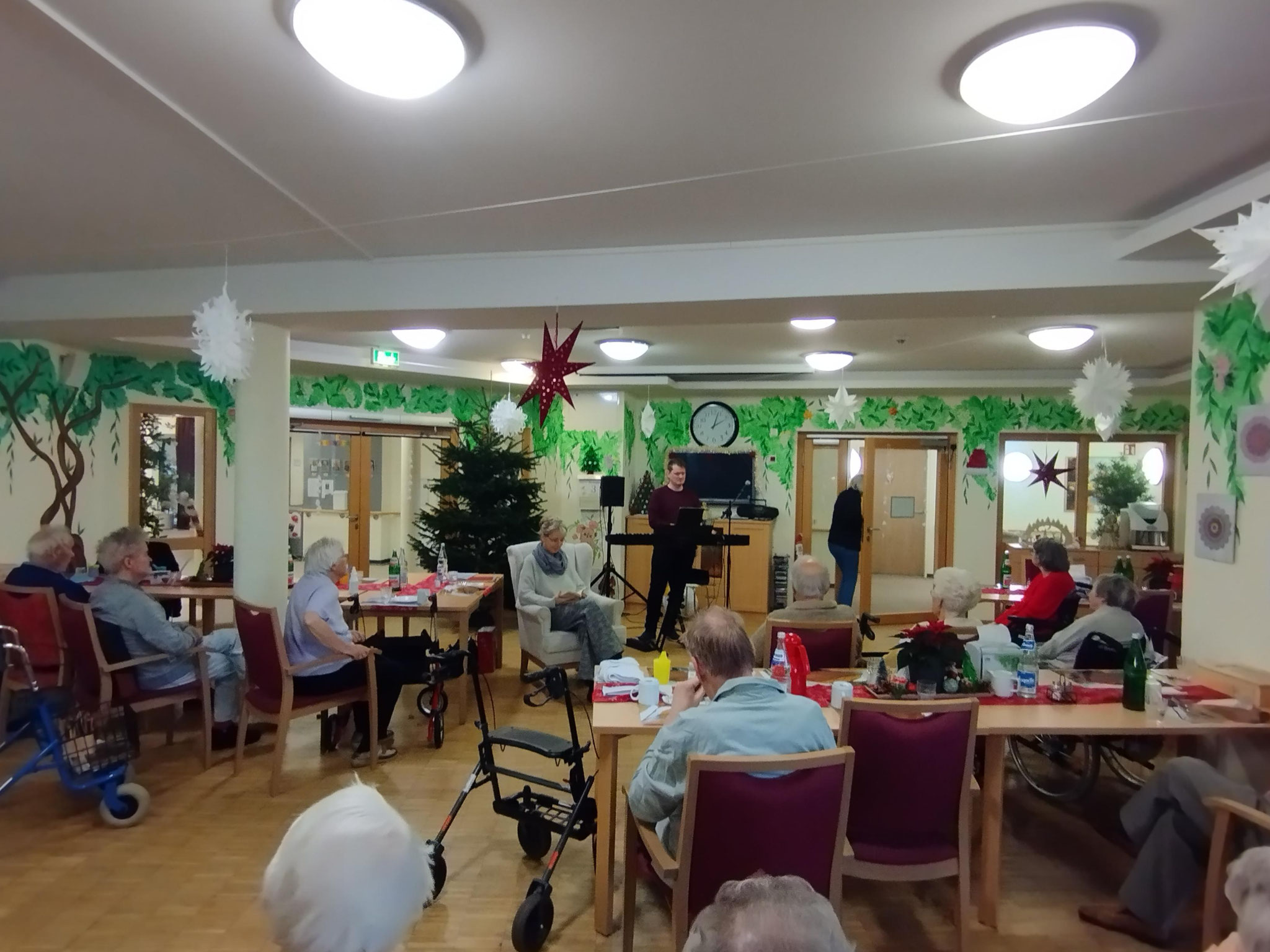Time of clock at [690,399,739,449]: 2:03
